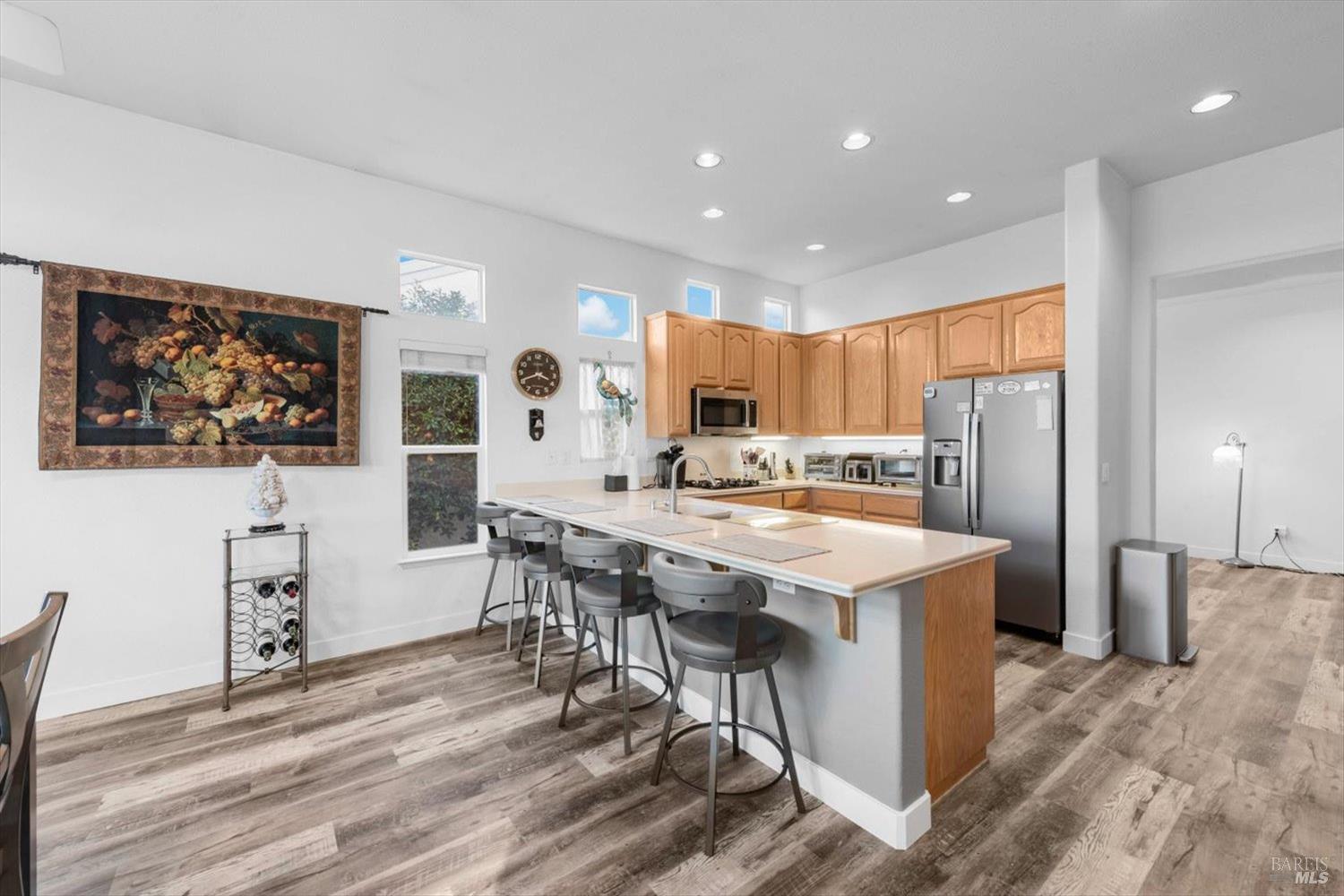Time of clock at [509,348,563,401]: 3:41
